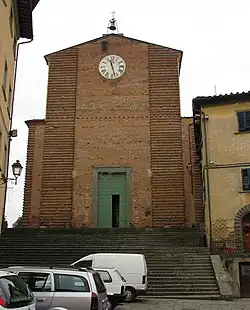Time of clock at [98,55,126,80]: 11:27
